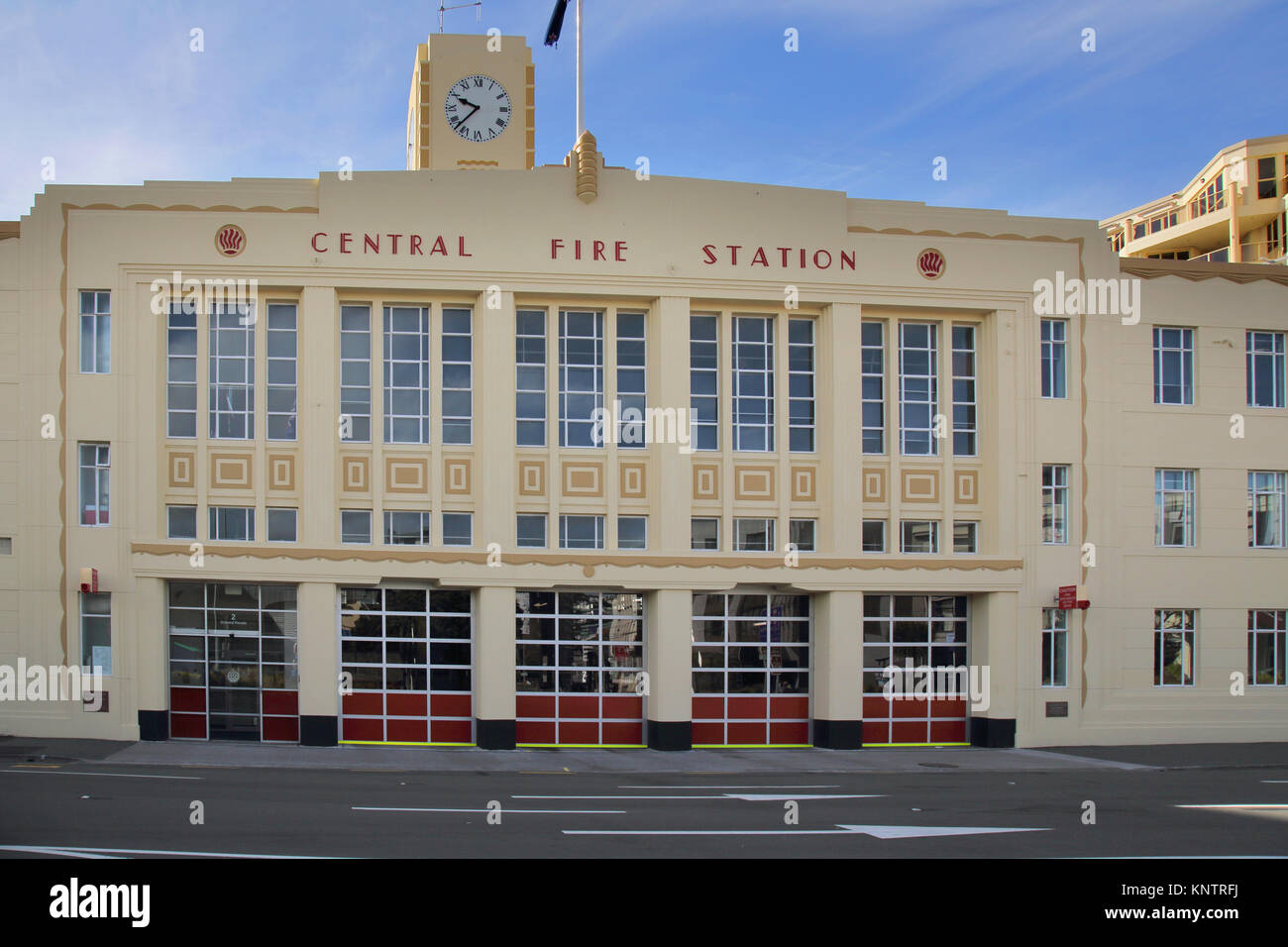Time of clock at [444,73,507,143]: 9:37
